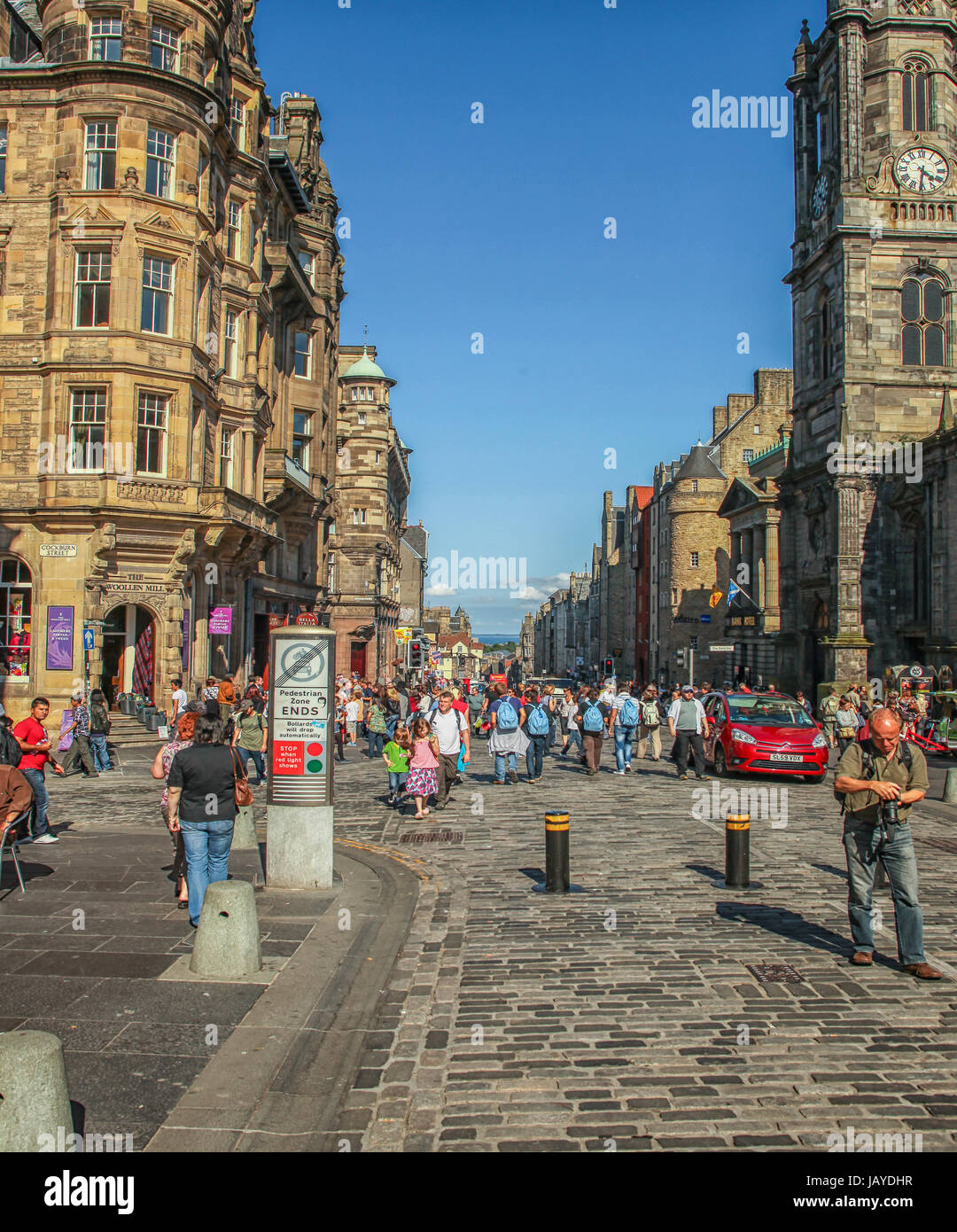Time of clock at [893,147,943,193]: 4:31
